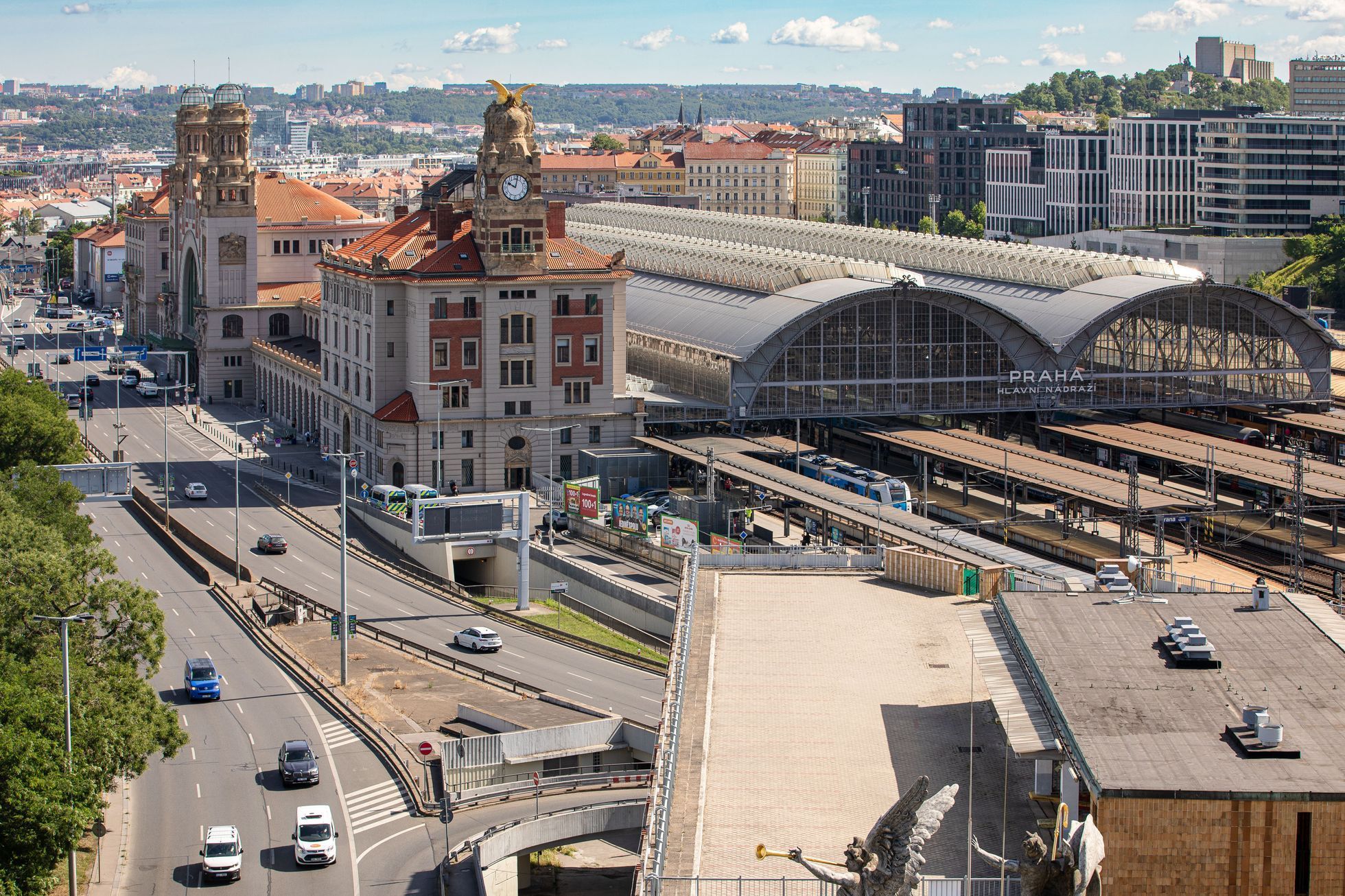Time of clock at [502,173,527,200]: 10:02
